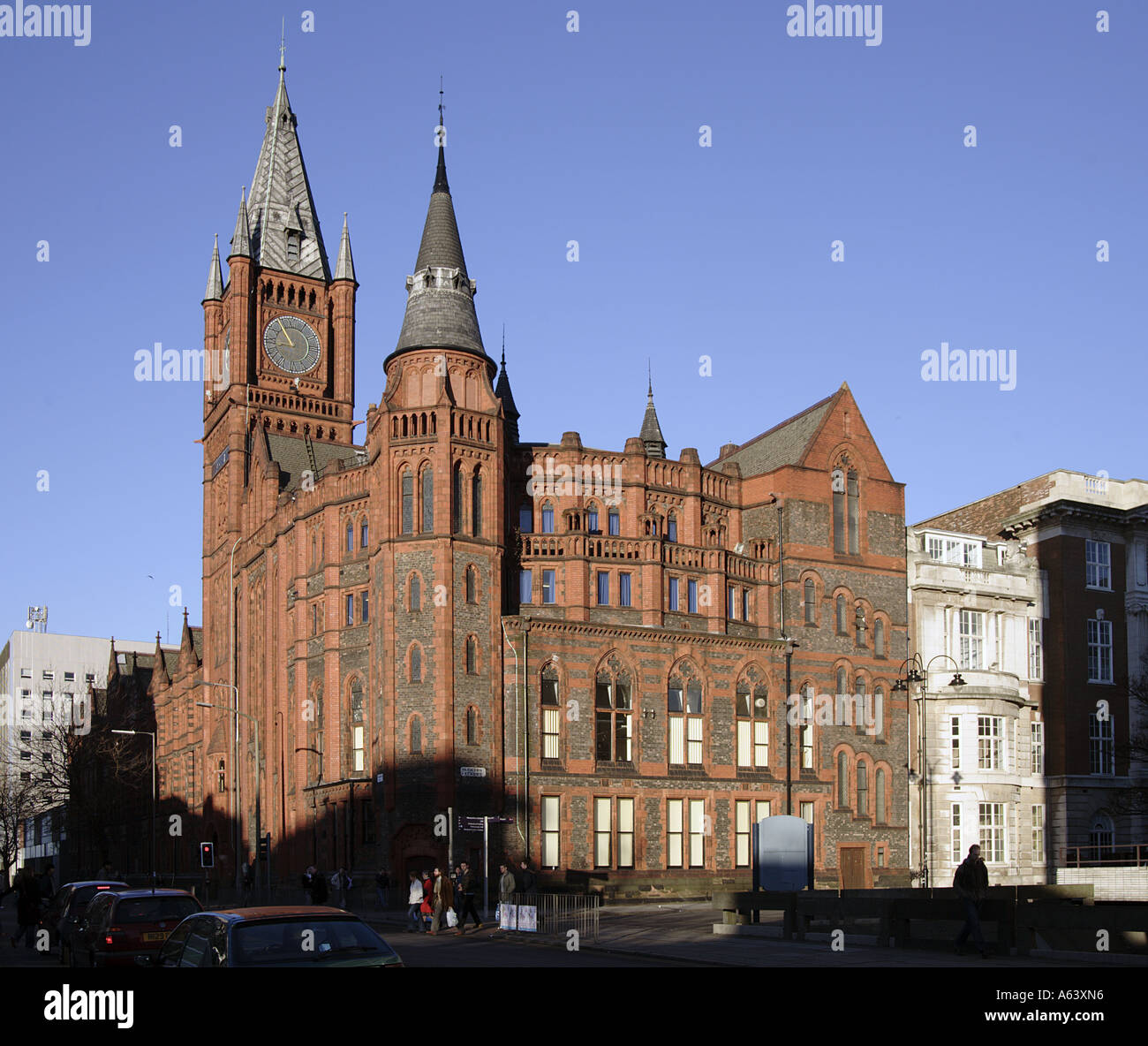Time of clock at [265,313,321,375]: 10:43
